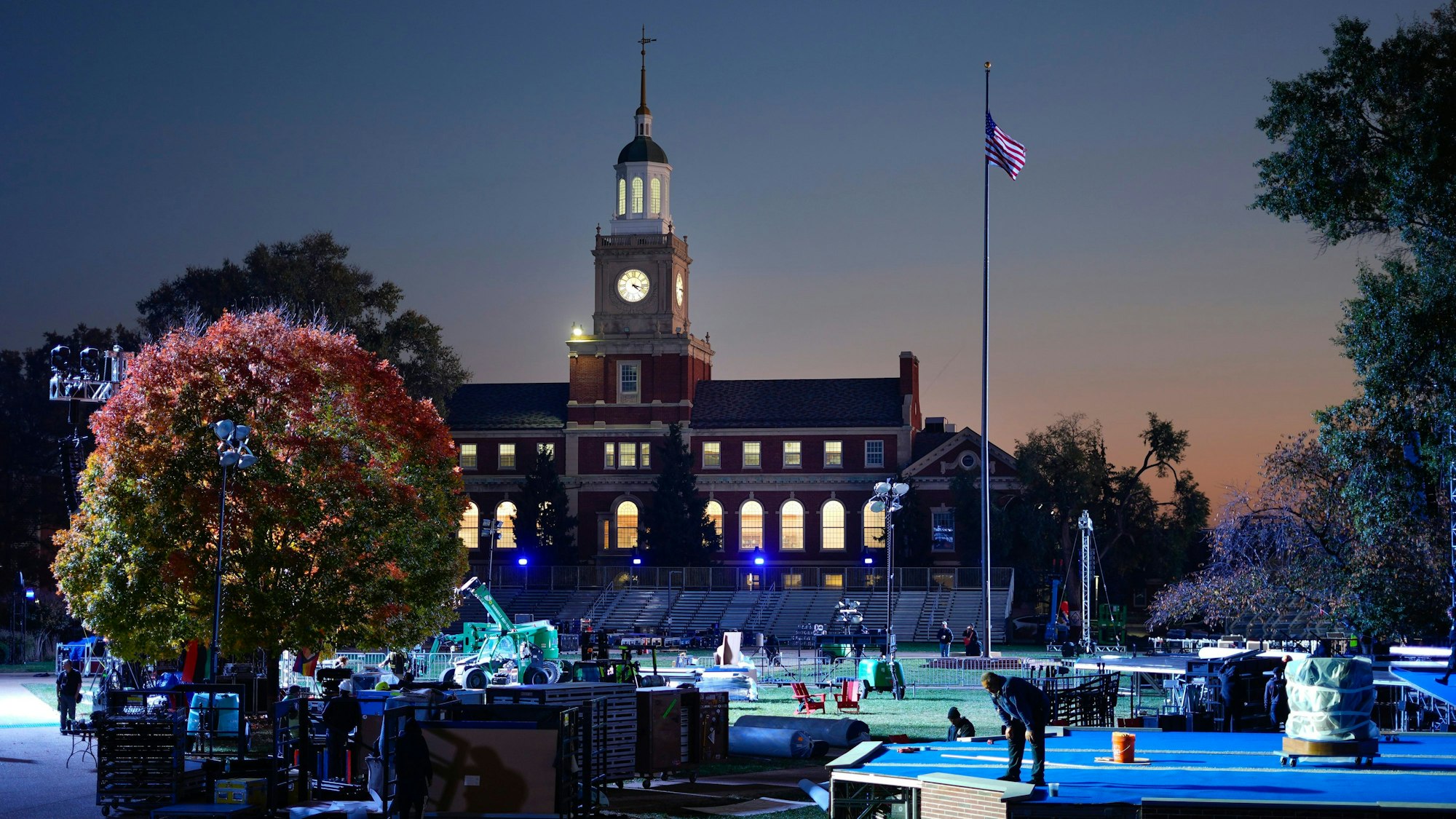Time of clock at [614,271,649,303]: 4:17
